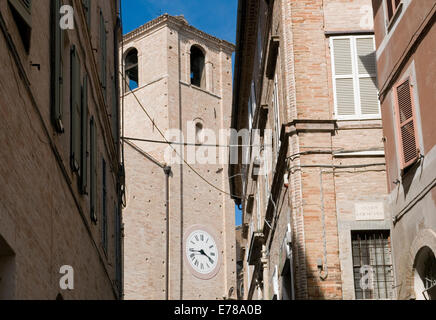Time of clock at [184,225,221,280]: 3:43
